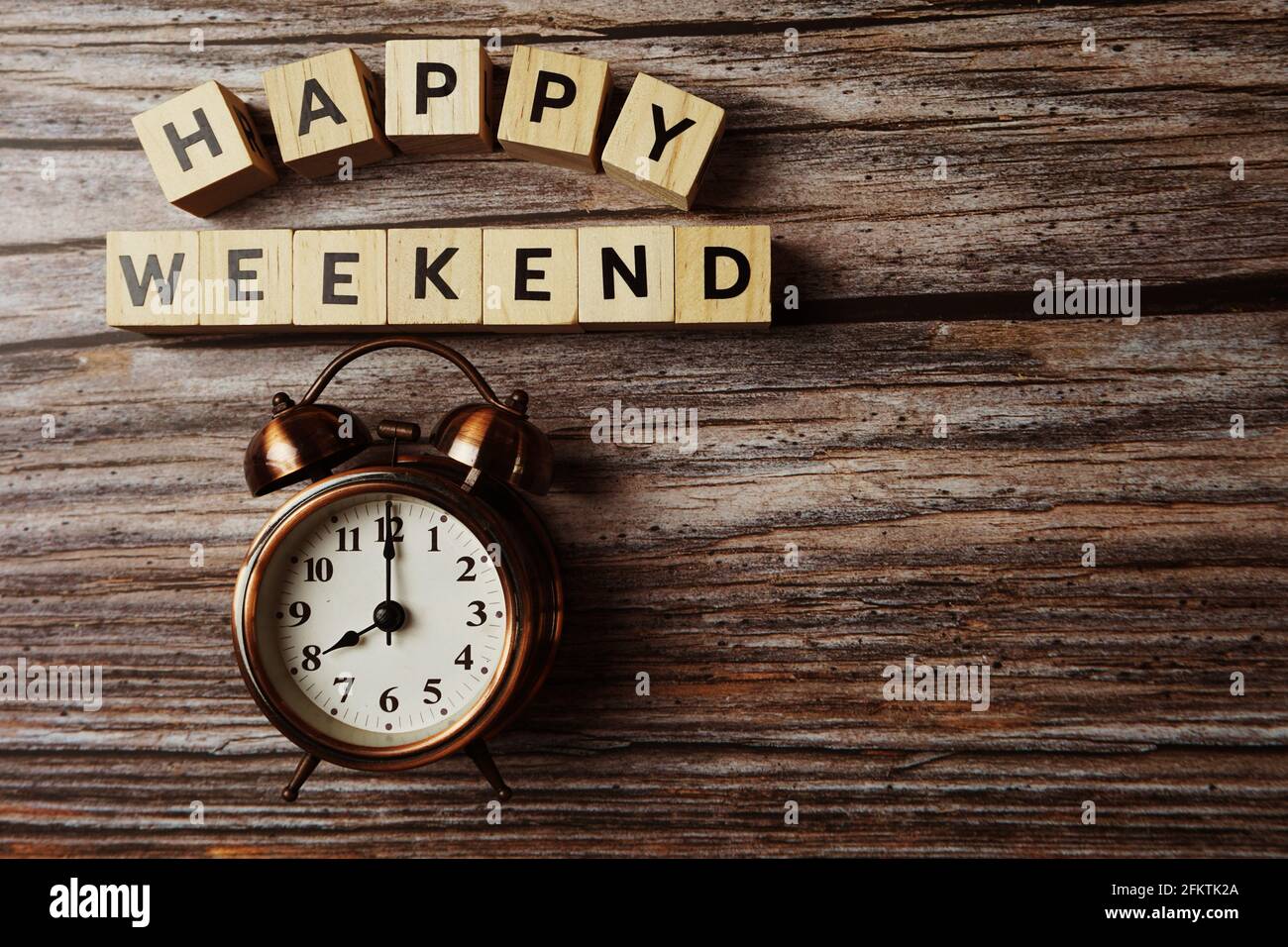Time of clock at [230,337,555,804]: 8:00
